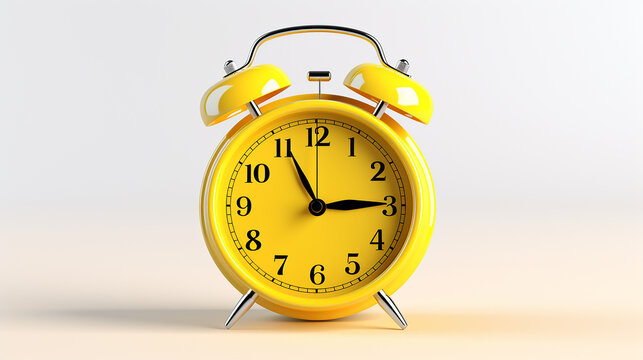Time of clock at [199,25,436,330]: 11:14
